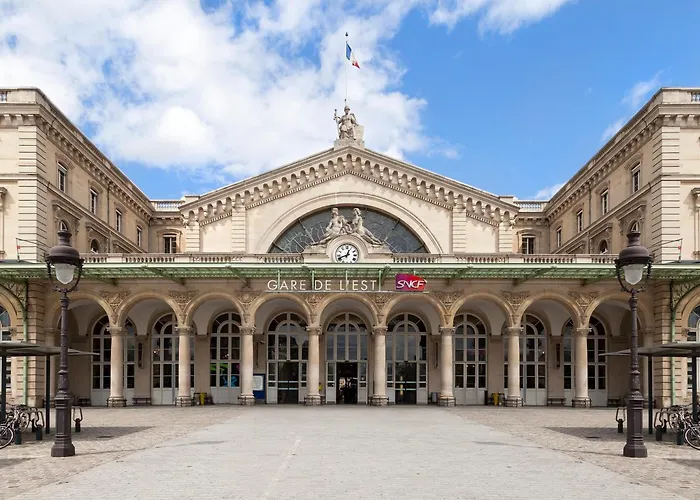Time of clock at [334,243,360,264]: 12:41
